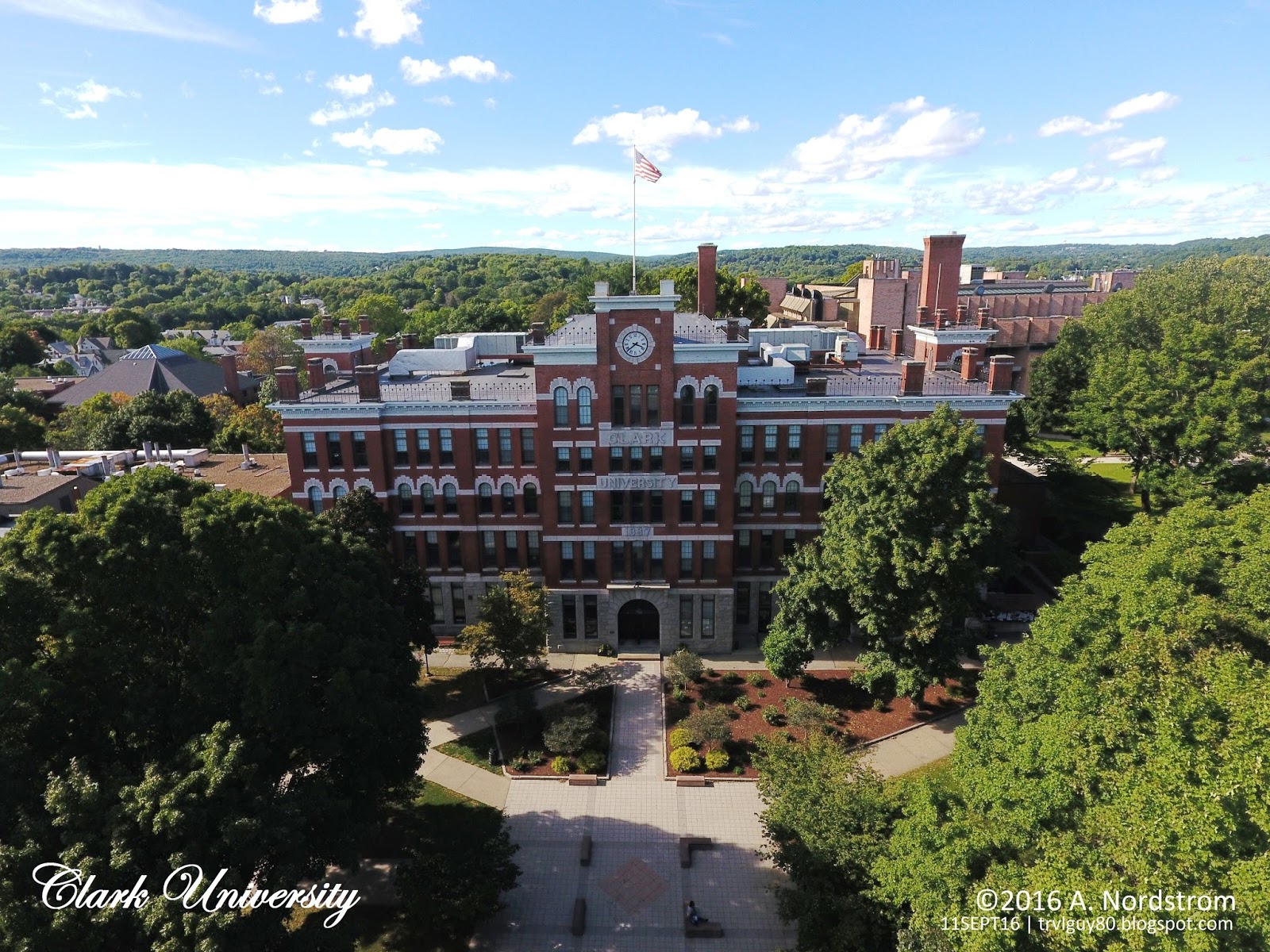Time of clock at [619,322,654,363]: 3:38
